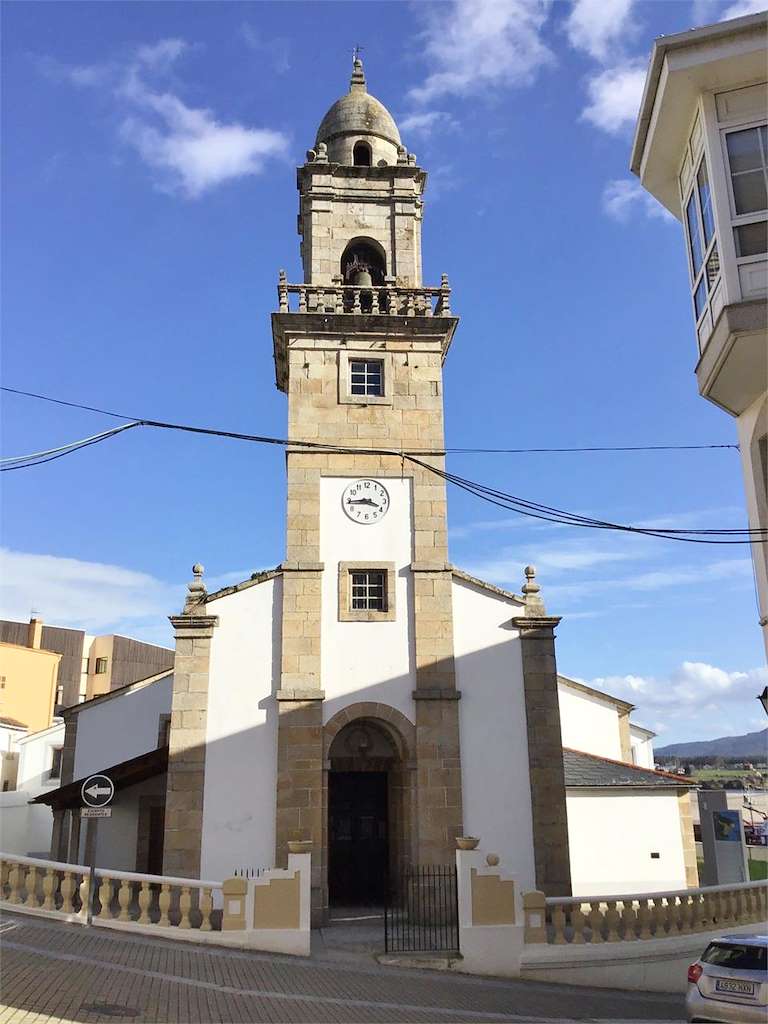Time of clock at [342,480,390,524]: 3:44
